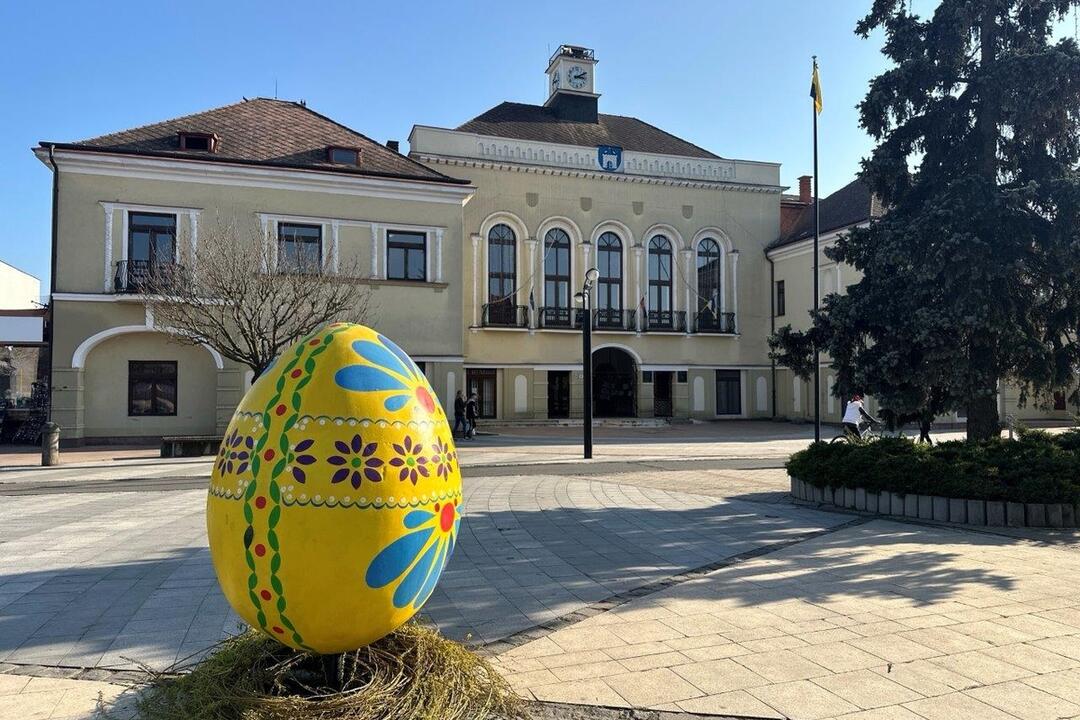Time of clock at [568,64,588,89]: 3:09
